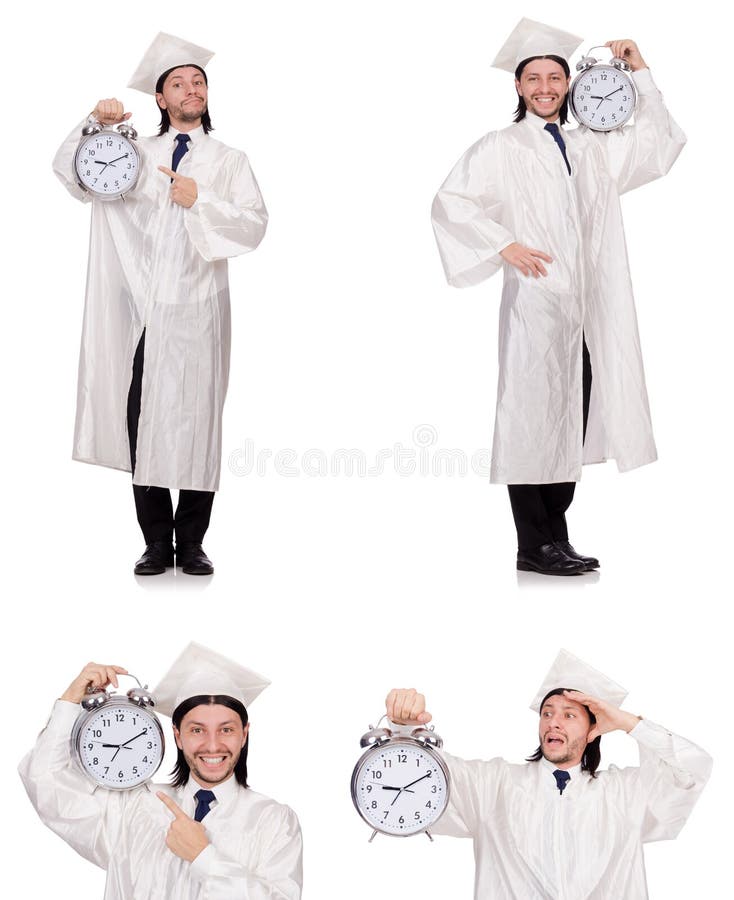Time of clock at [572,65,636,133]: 9:10
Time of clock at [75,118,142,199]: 9:10
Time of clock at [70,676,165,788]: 9:10
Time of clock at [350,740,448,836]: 9:10
